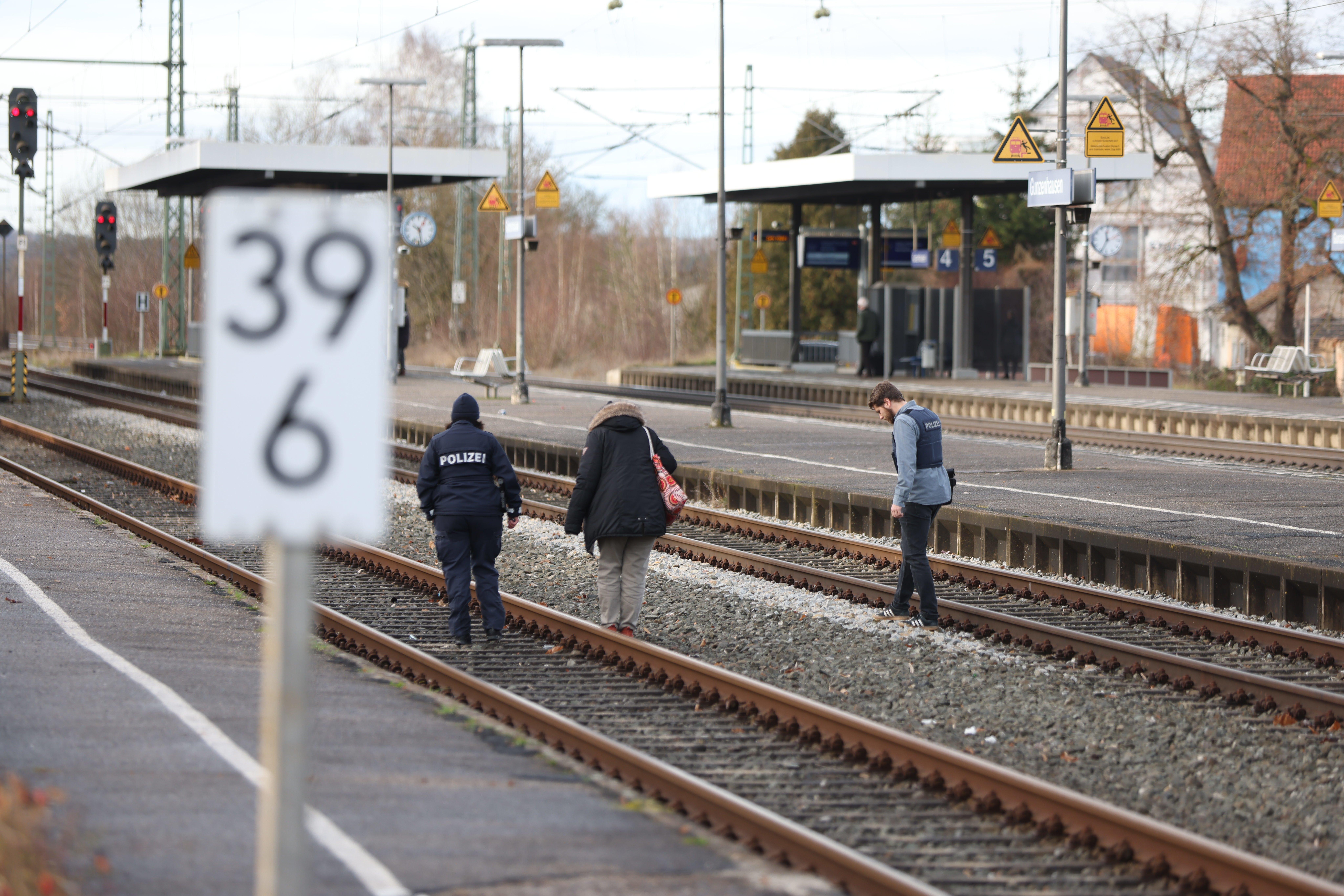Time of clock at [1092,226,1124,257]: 11:33
